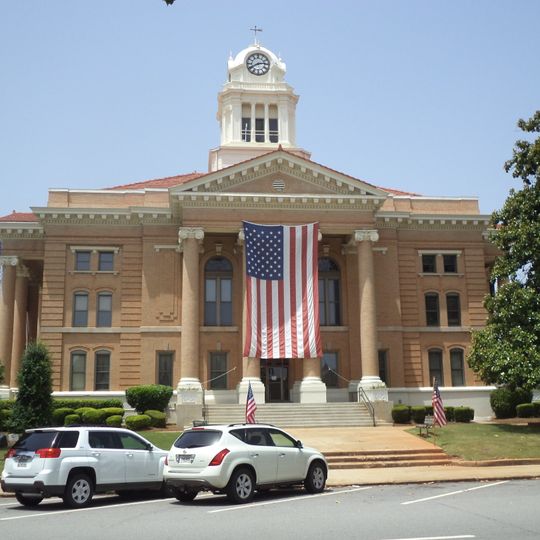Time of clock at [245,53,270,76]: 2:40
